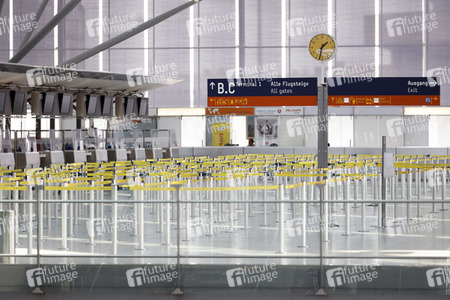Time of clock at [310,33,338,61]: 1:32
